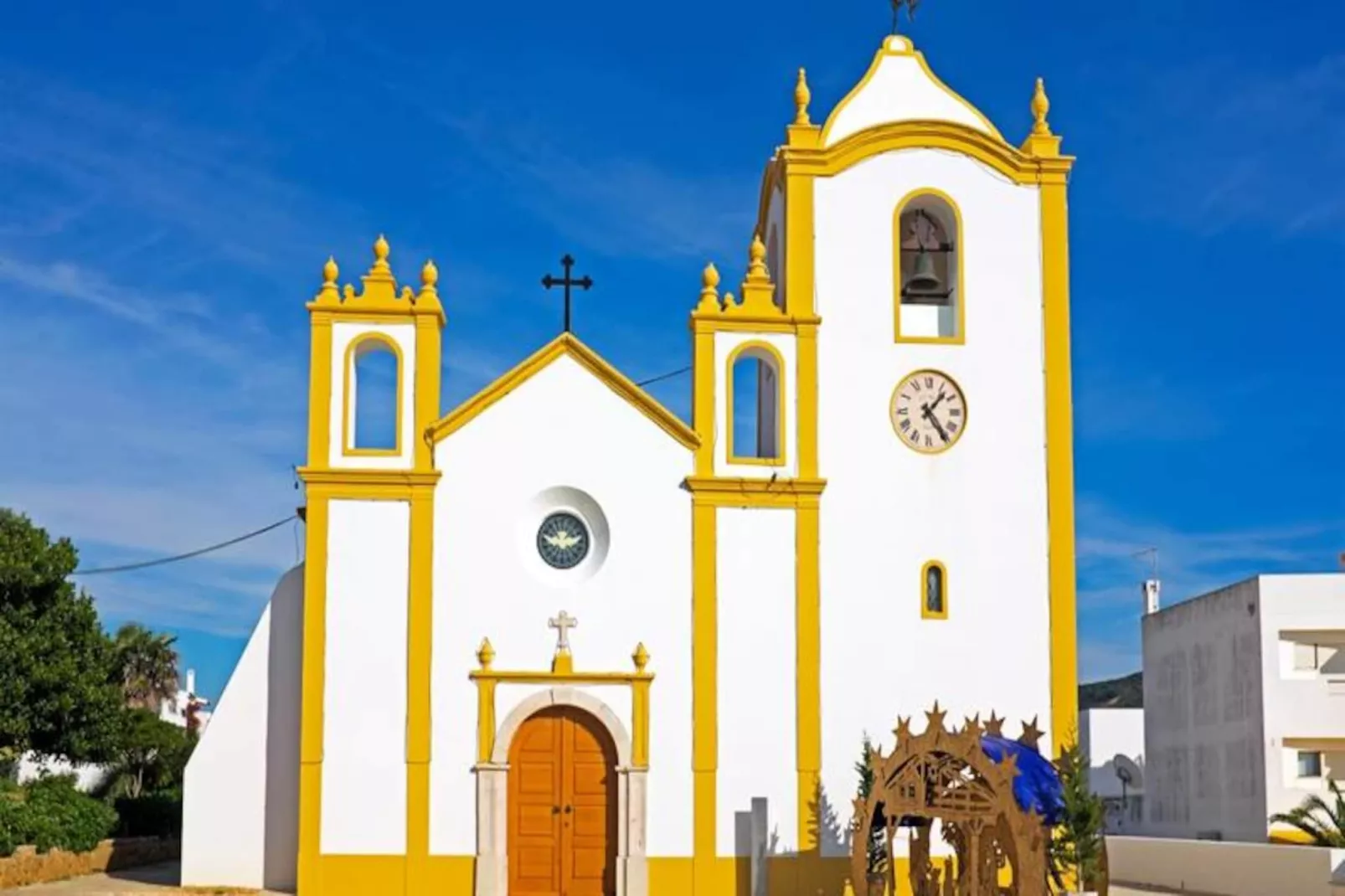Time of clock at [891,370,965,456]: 1:24
